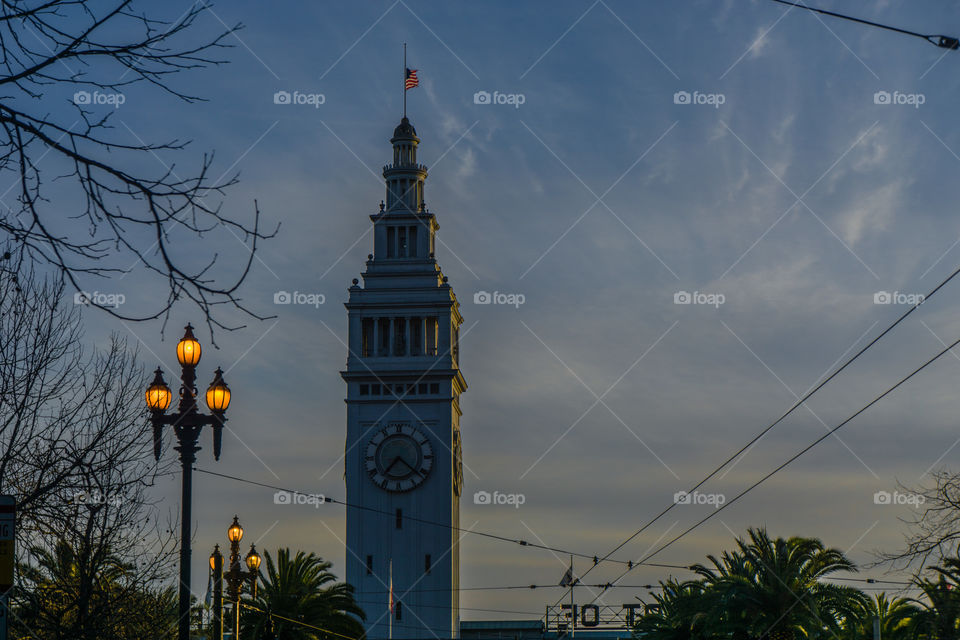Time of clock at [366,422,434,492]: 7:21
